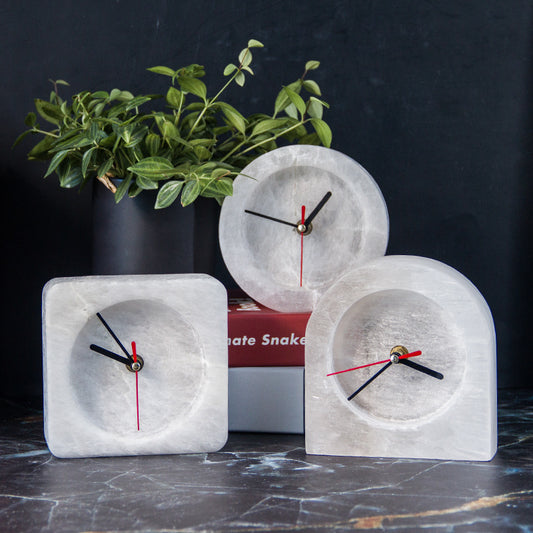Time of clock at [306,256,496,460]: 3:38
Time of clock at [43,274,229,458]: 9:54
